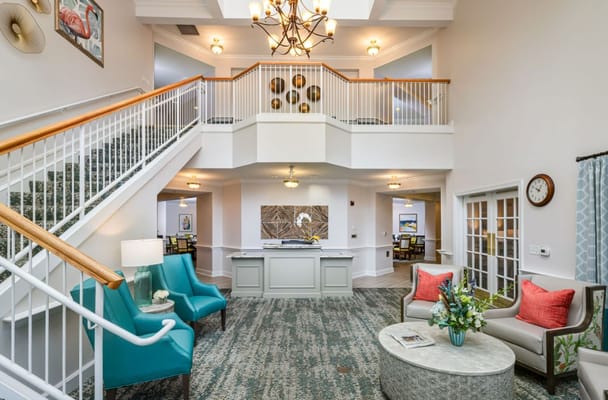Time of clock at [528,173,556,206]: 10:05
